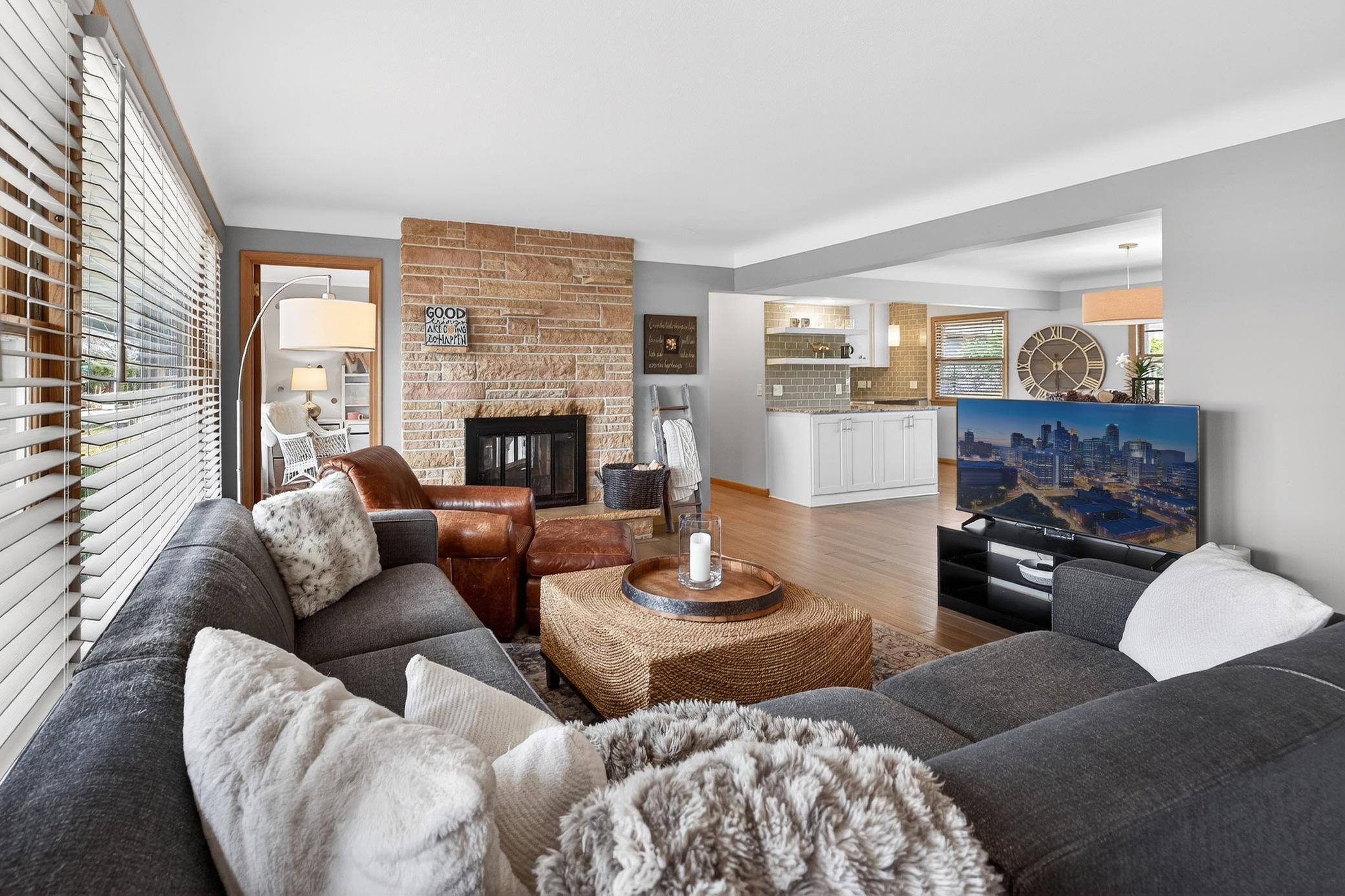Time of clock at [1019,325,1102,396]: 1:30
